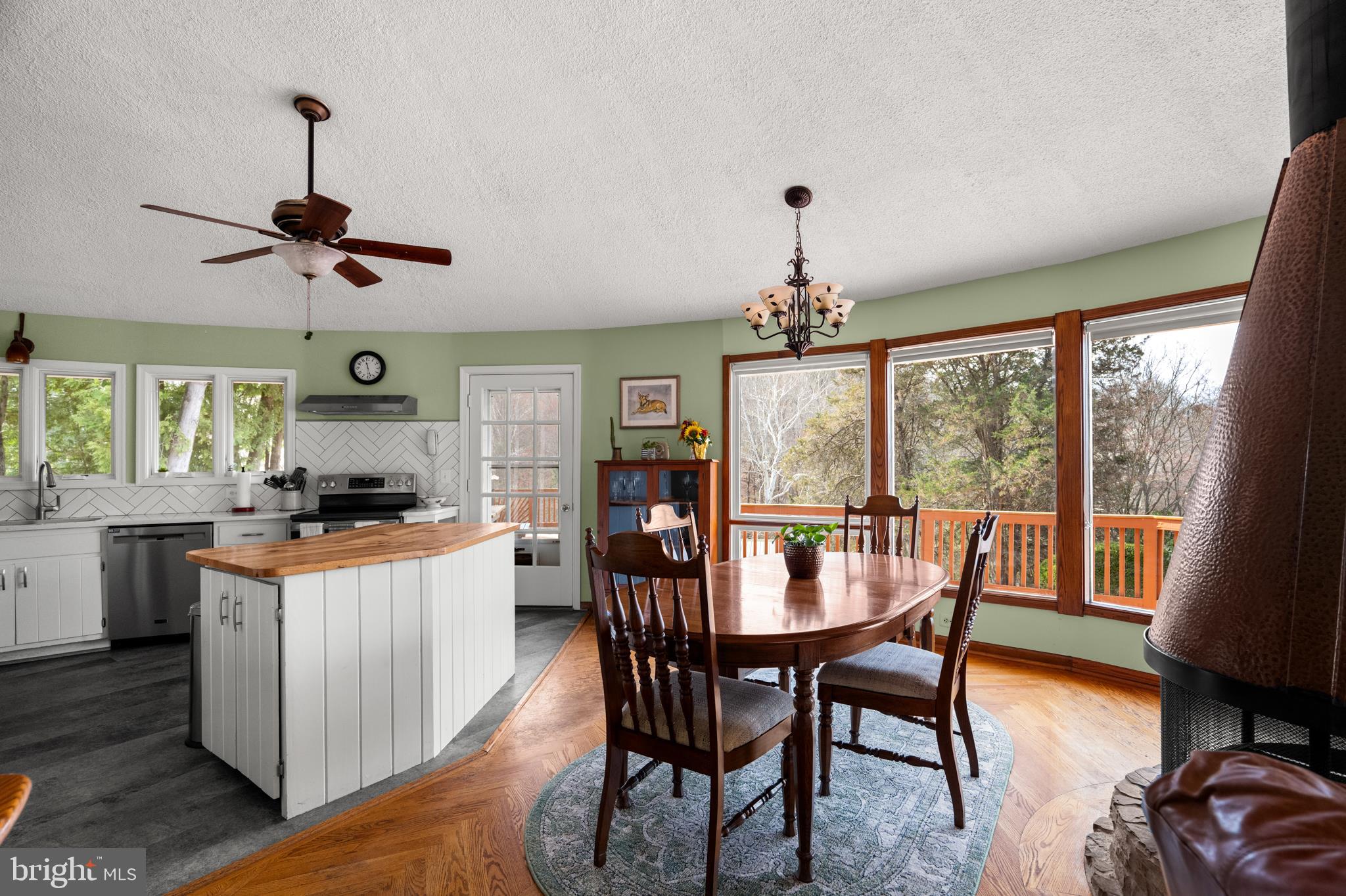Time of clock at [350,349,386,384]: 11:27
